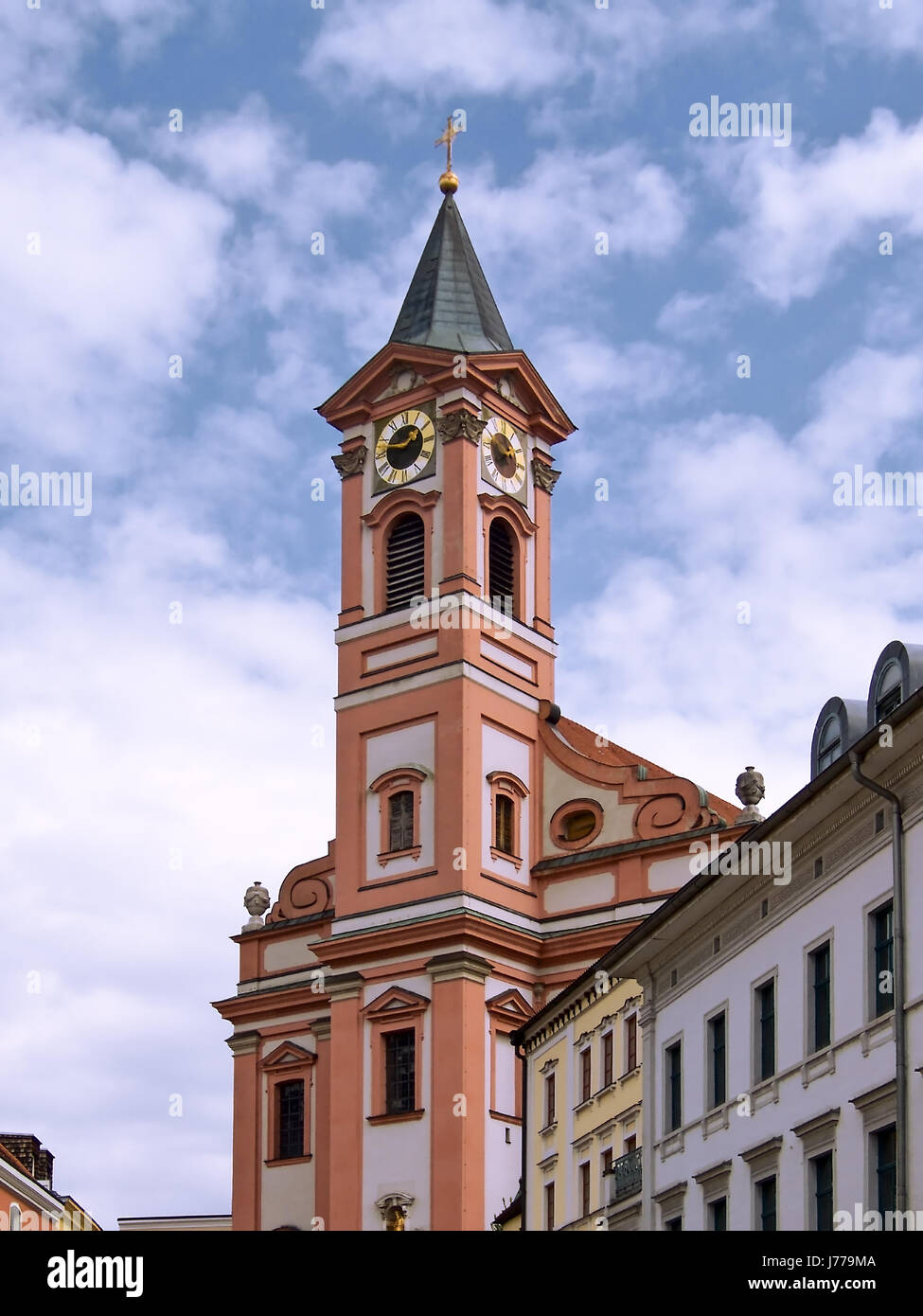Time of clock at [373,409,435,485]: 1:47
